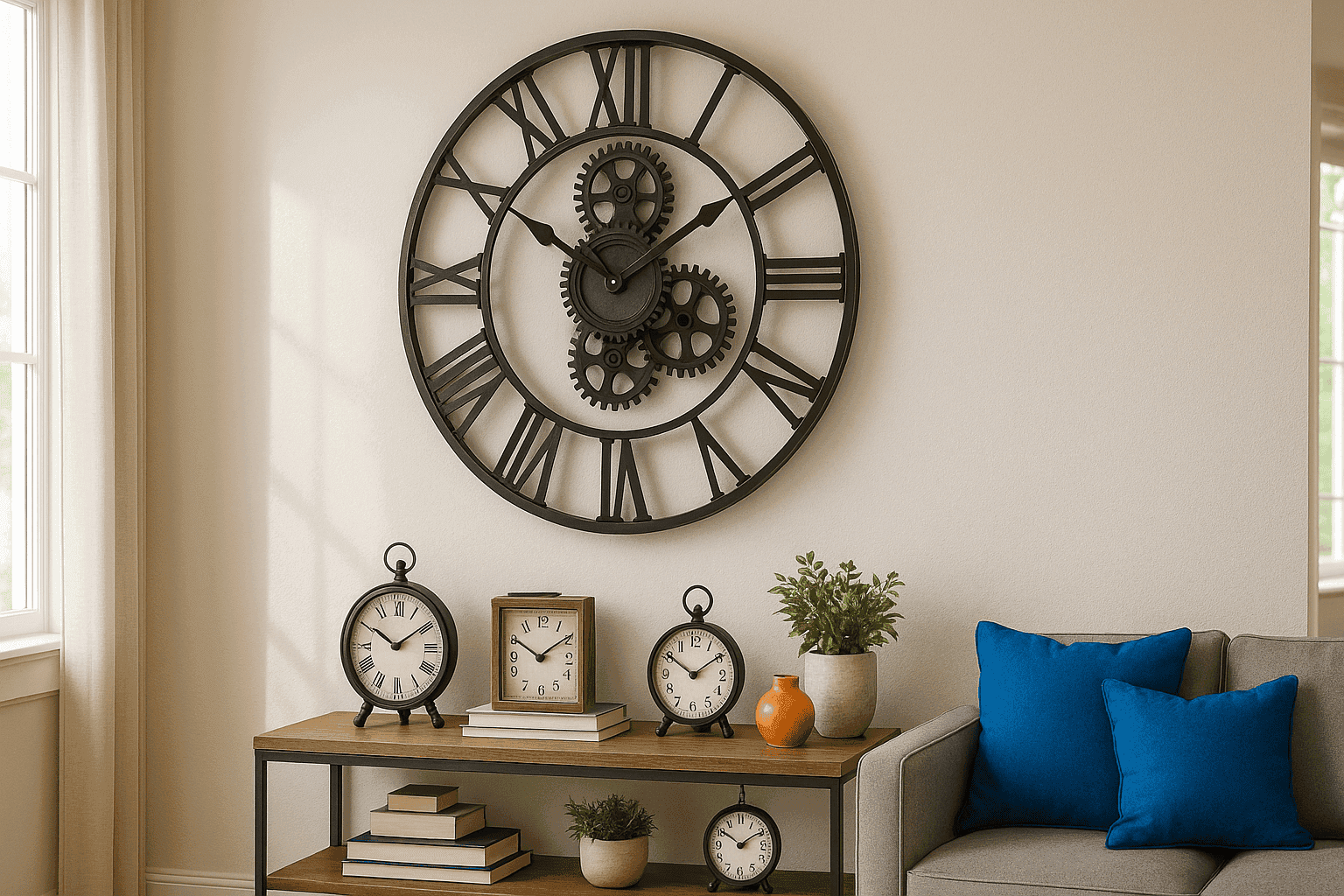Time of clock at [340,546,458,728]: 10:09
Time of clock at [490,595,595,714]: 10:09
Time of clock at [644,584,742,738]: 1:50
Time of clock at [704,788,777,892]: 1:50
